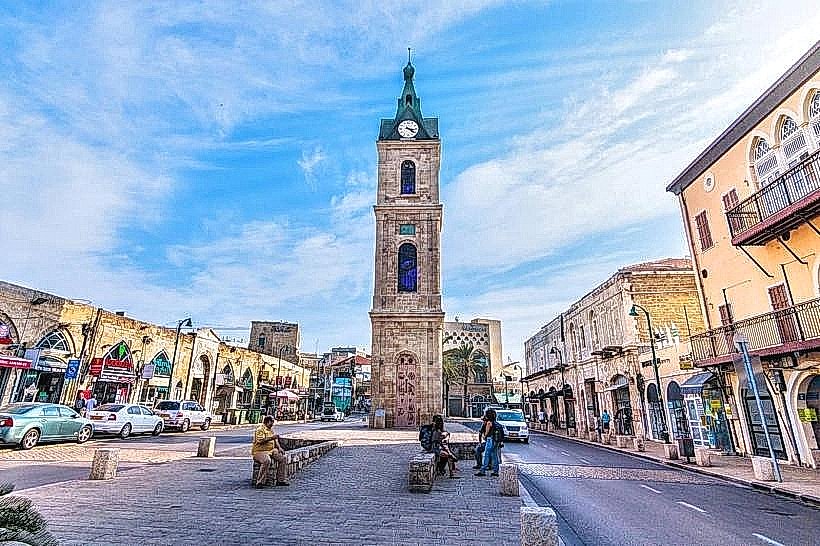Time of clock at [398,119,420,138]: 4:16
